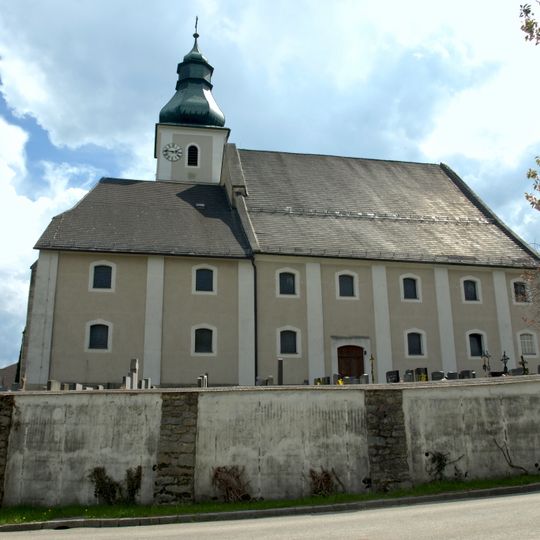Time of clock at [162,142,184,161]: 2:46
